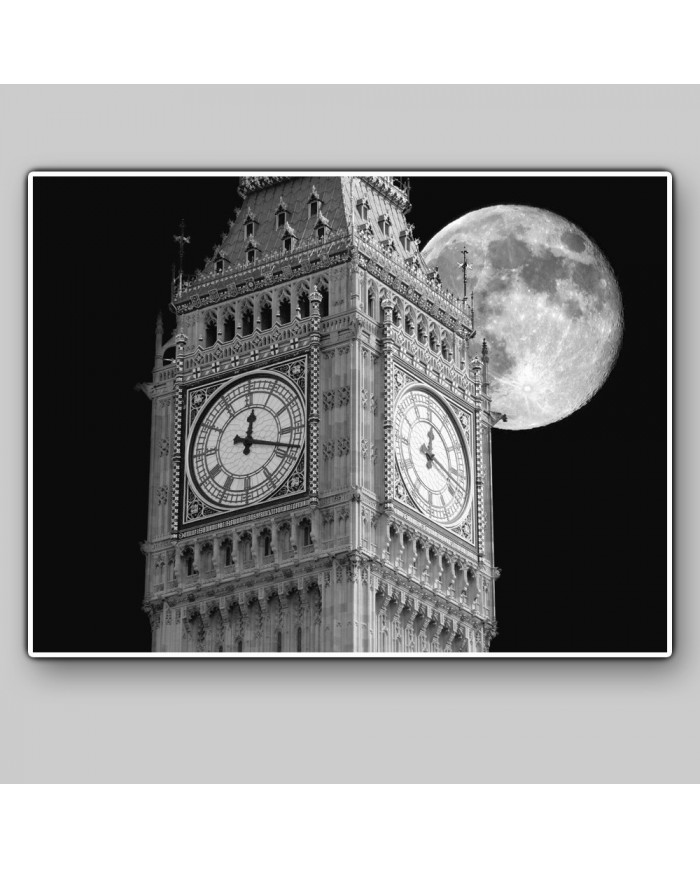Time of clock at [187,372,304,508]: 12:18
